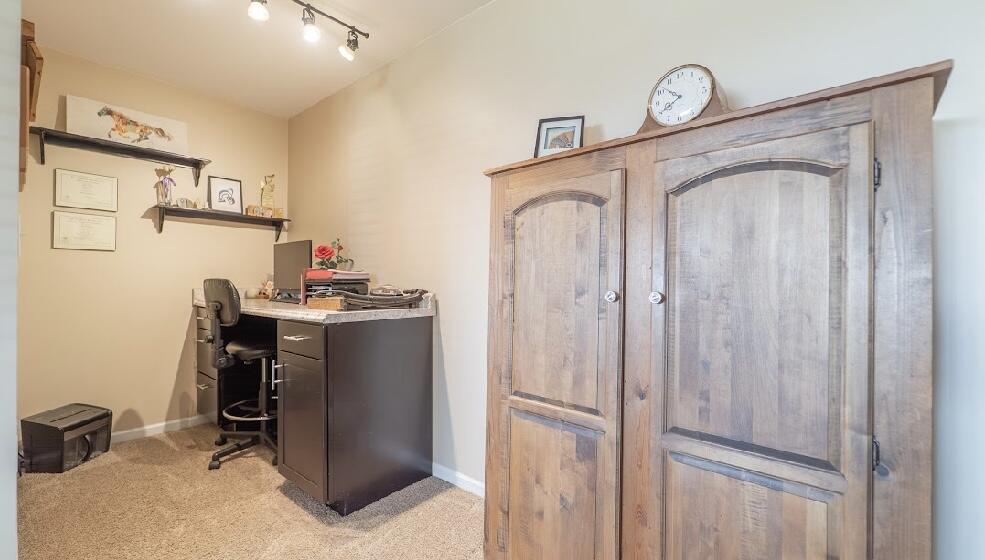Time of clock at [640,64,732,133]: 10:40
